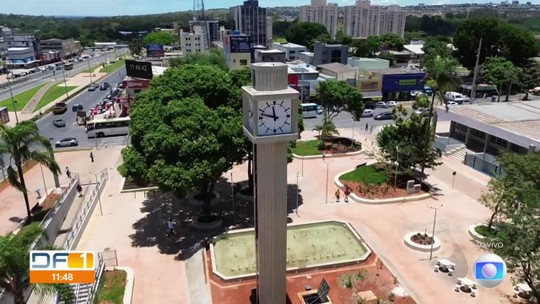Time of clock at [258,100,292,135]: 11:47
